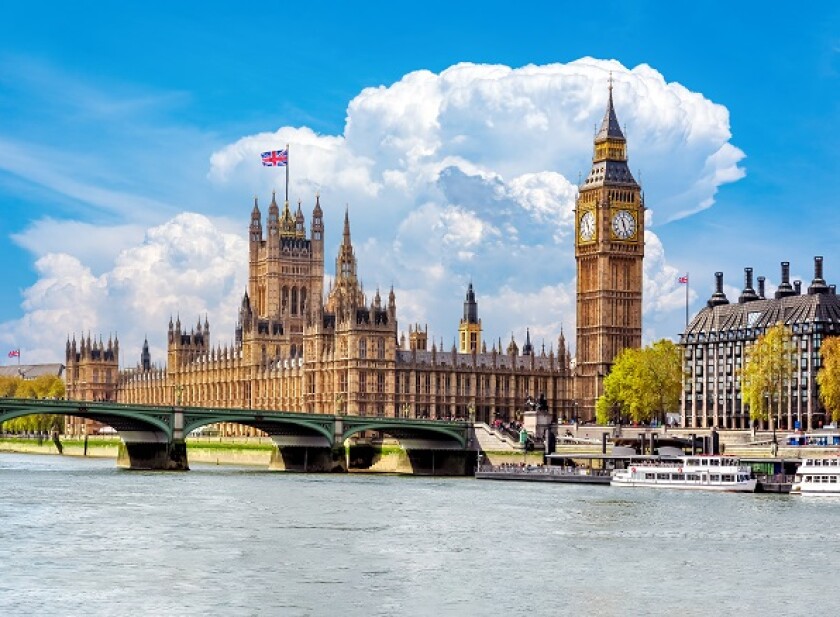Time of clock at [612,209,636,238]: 11:26
